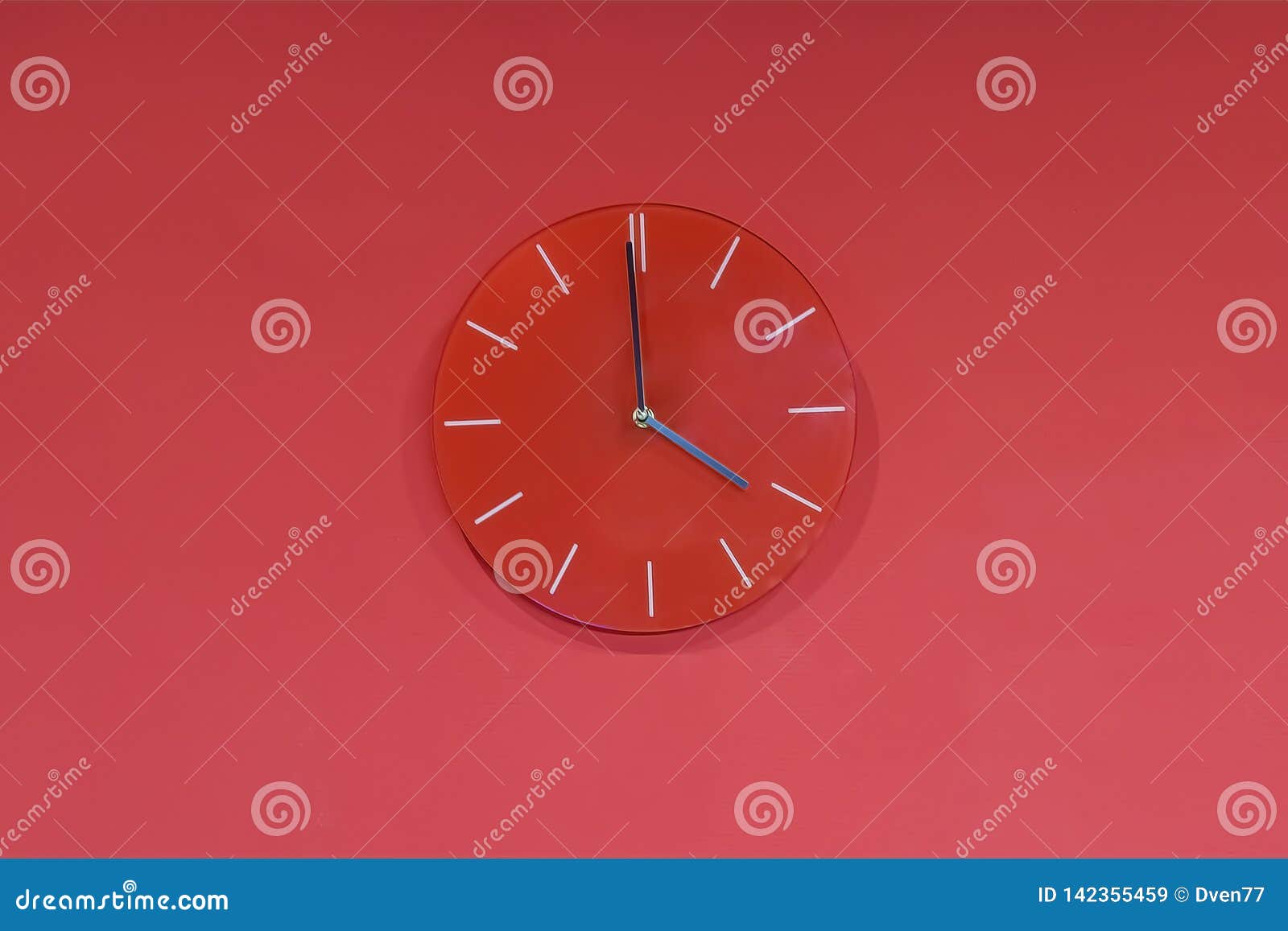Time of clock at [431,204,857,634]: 3:59
